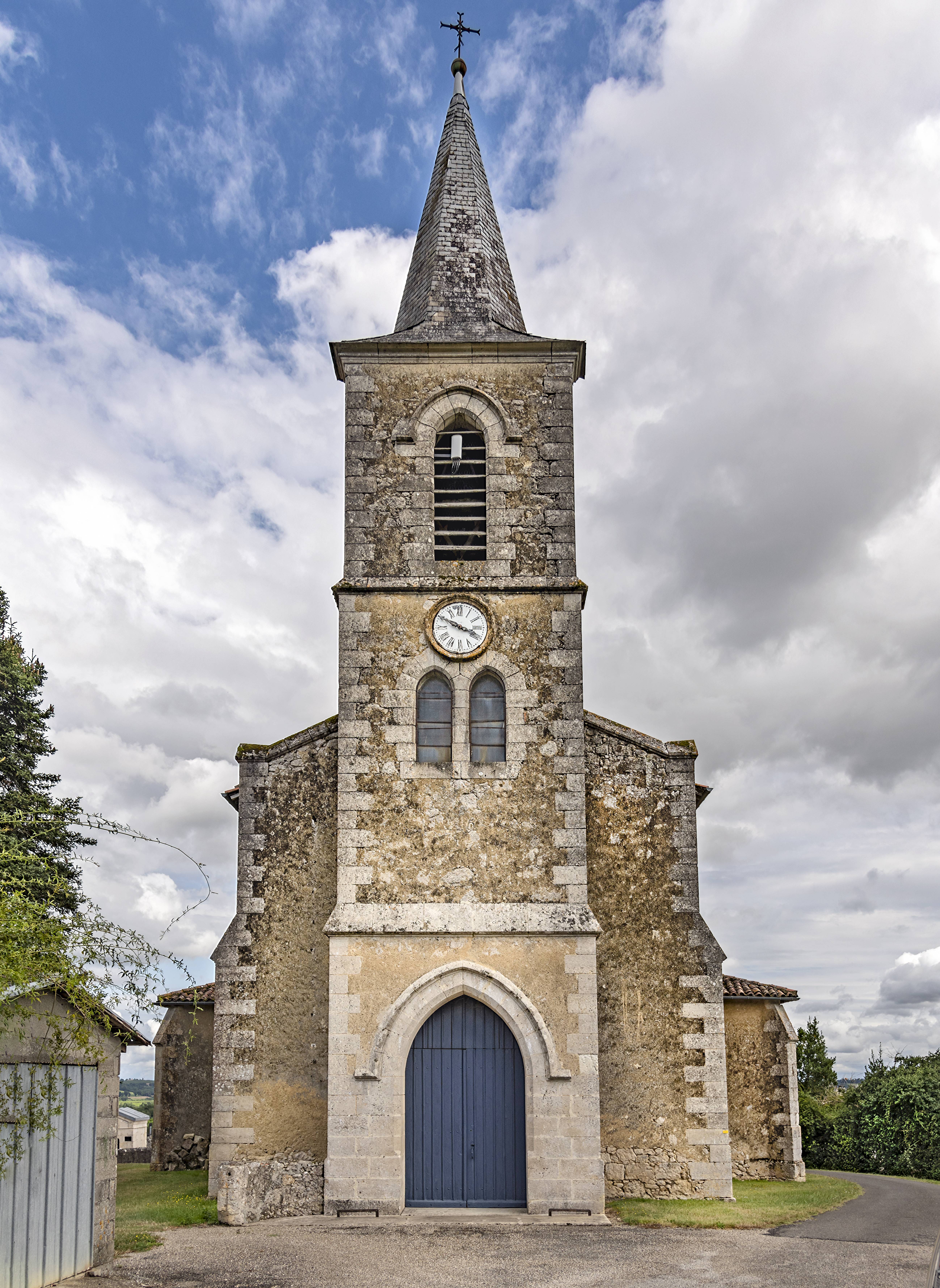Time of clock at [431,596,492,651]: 3:49
